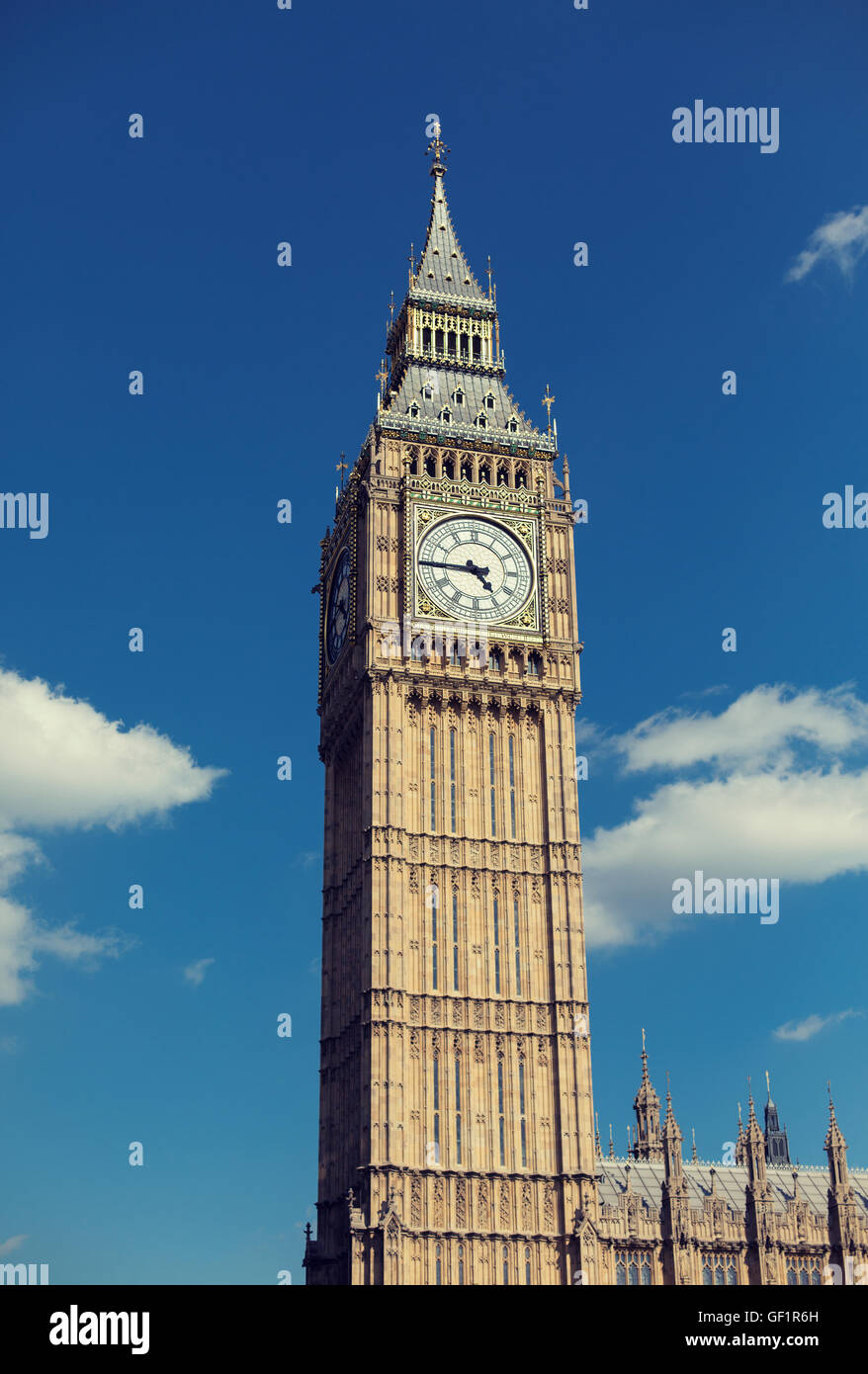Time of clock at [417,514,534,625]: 4:44
